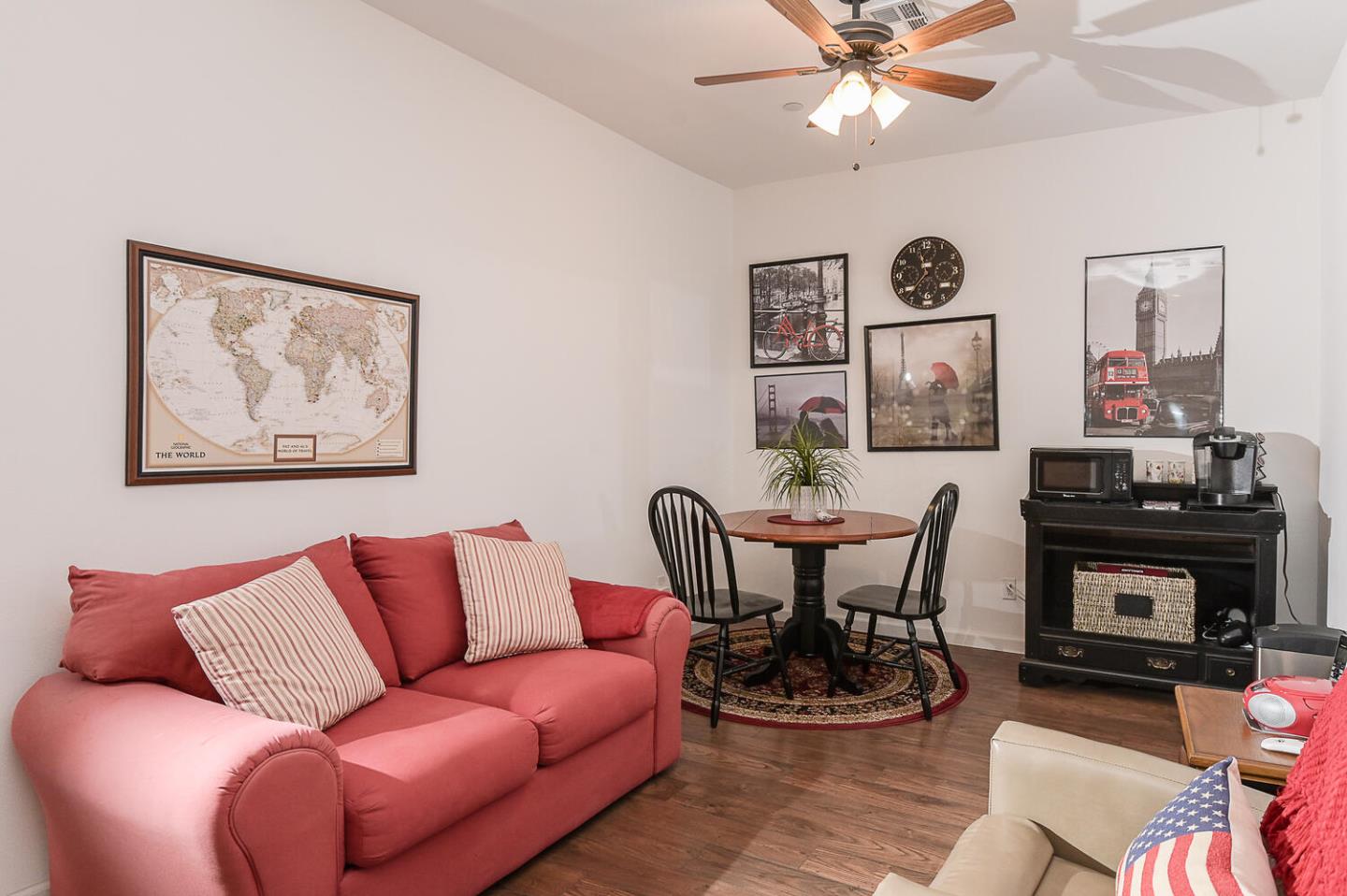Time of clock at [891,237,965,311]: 11:36
